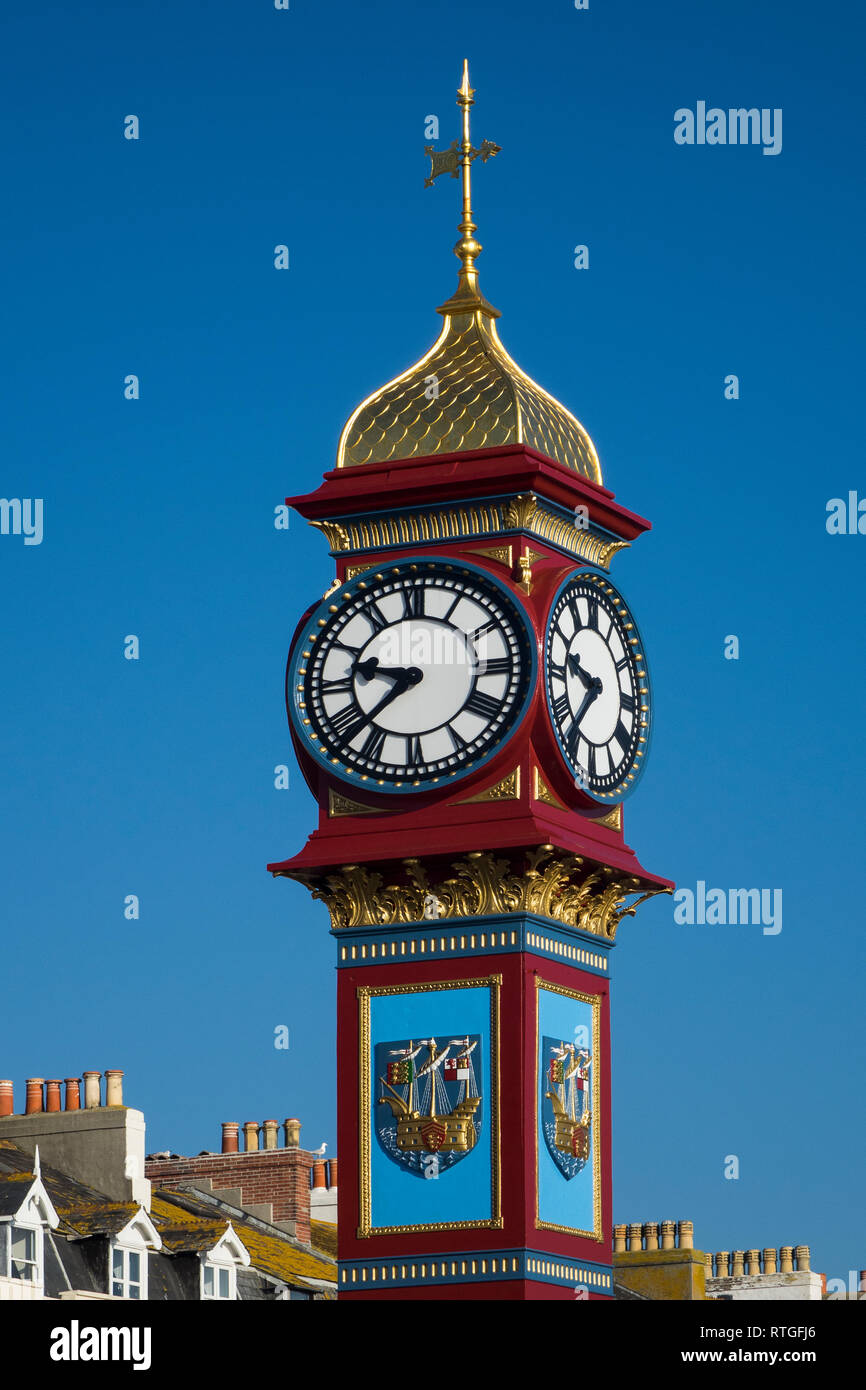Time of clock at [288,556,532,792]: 9:37
